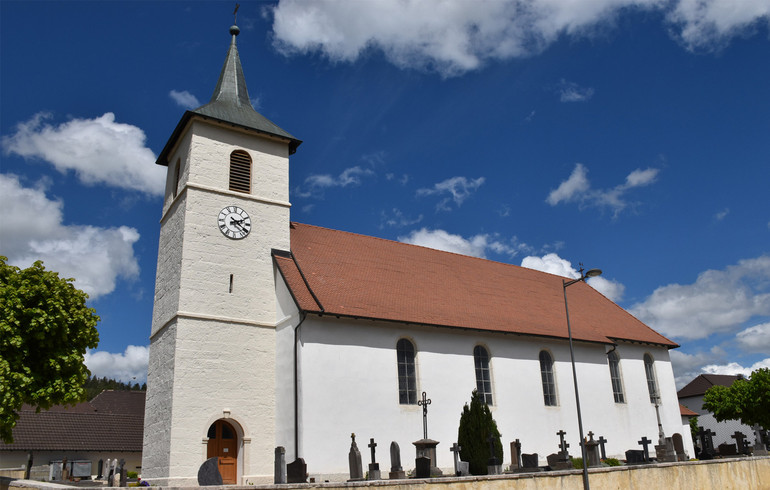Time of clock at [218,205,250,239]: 2:21
